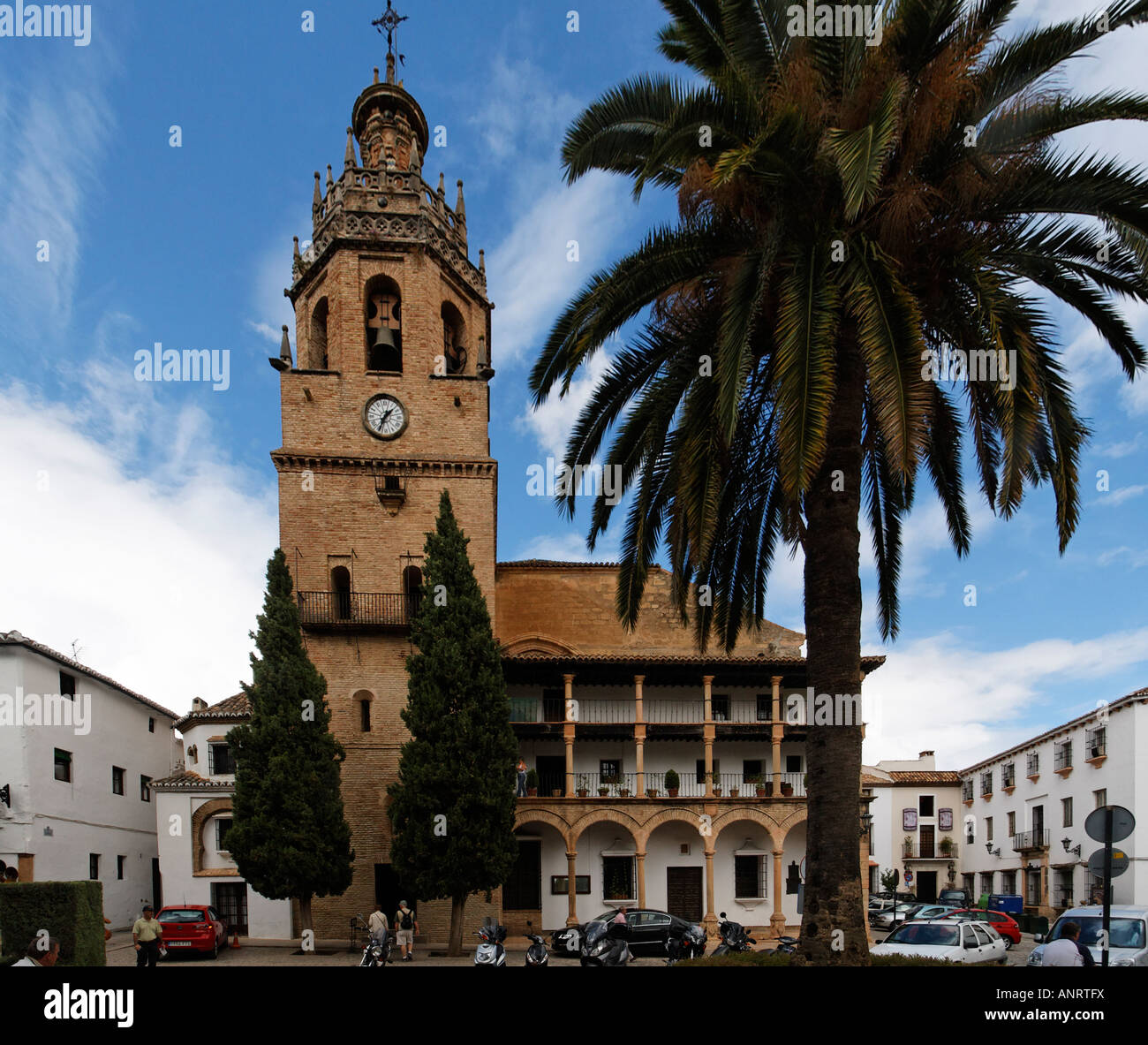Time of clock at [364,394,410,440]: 1:34
